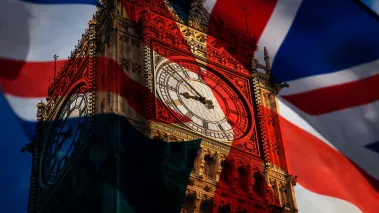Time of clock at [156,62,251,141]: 8:52
